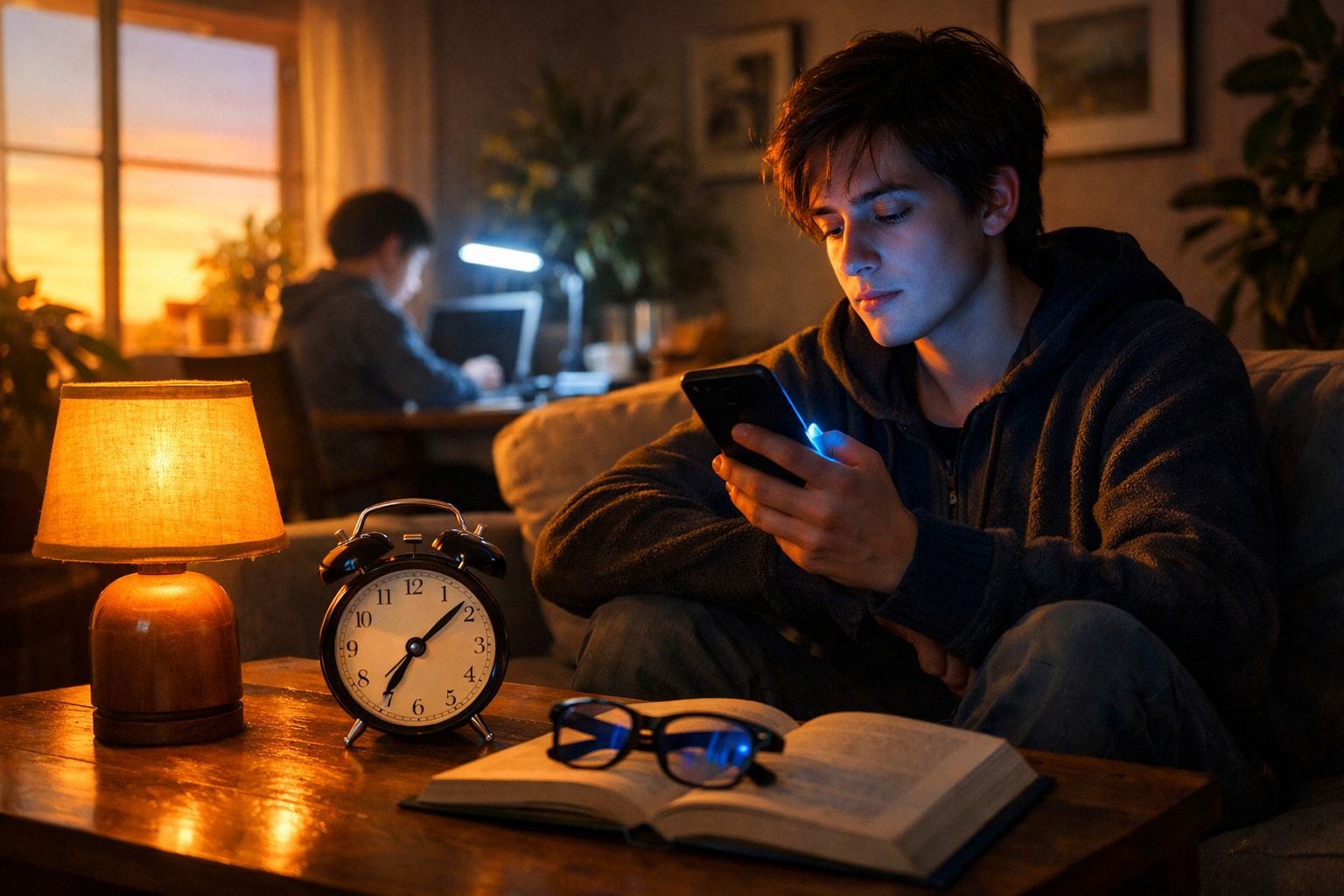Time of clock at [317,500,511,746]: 7:08
